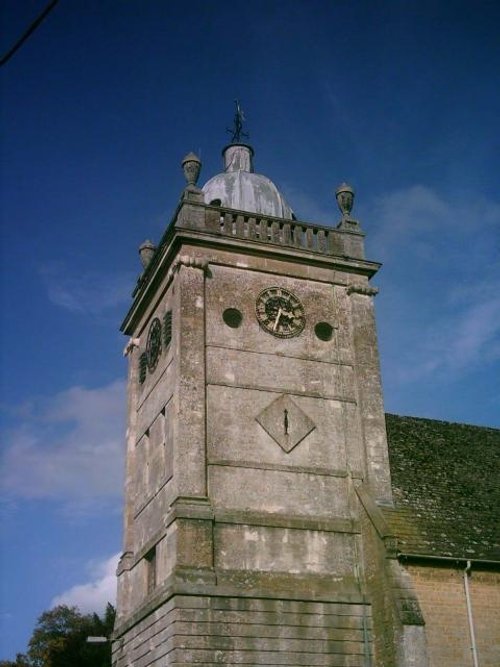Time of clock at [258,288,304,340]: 3:34
